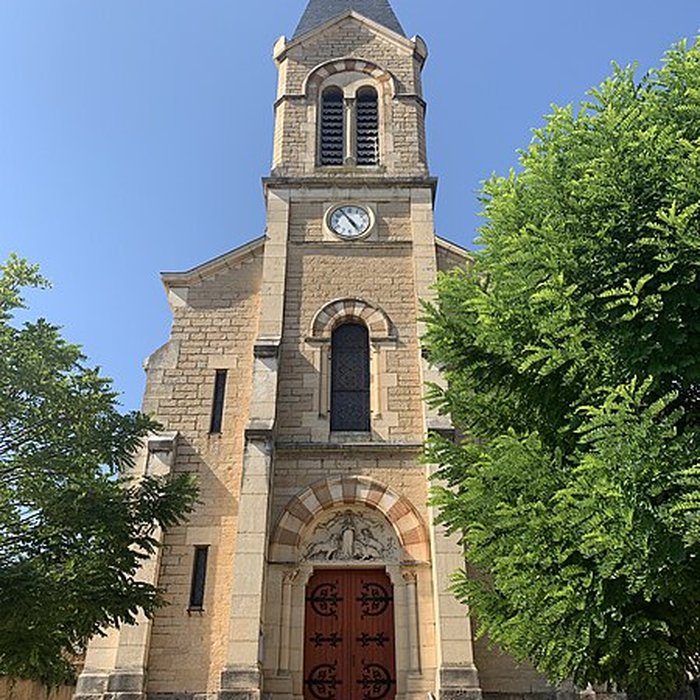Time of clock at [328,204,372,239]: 4:54
